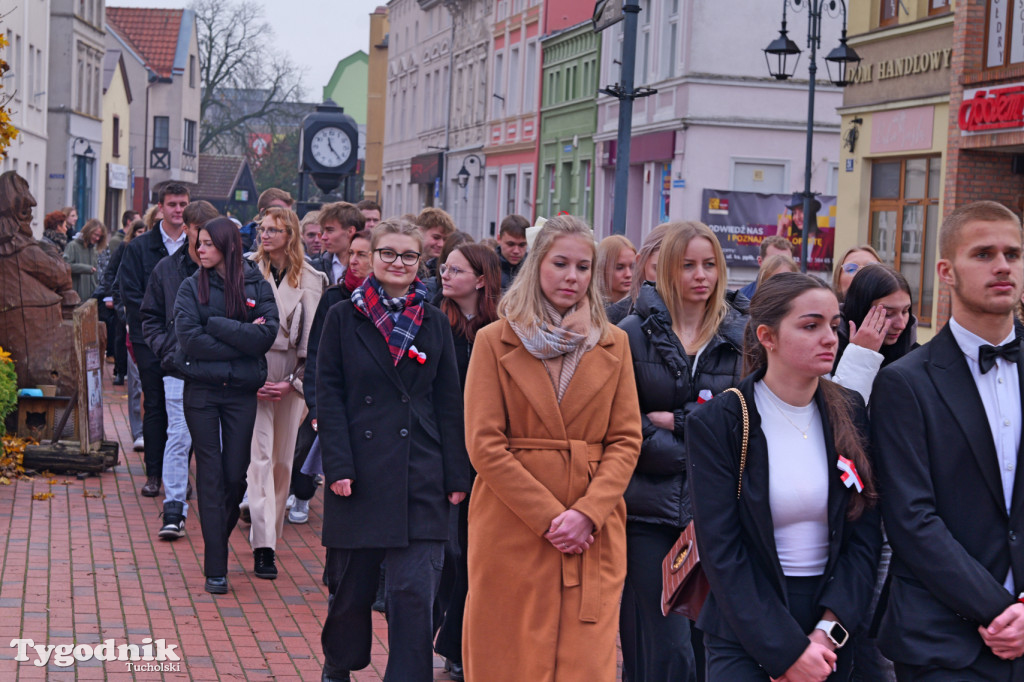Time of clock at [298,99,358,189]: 11:22
